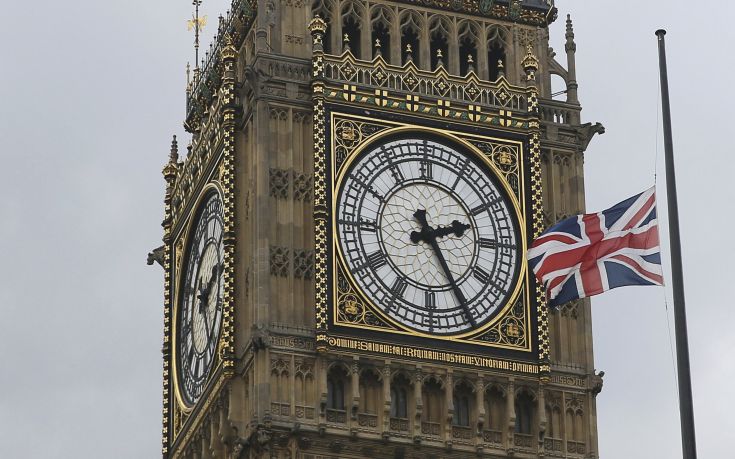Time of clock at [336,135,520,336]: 2:25
